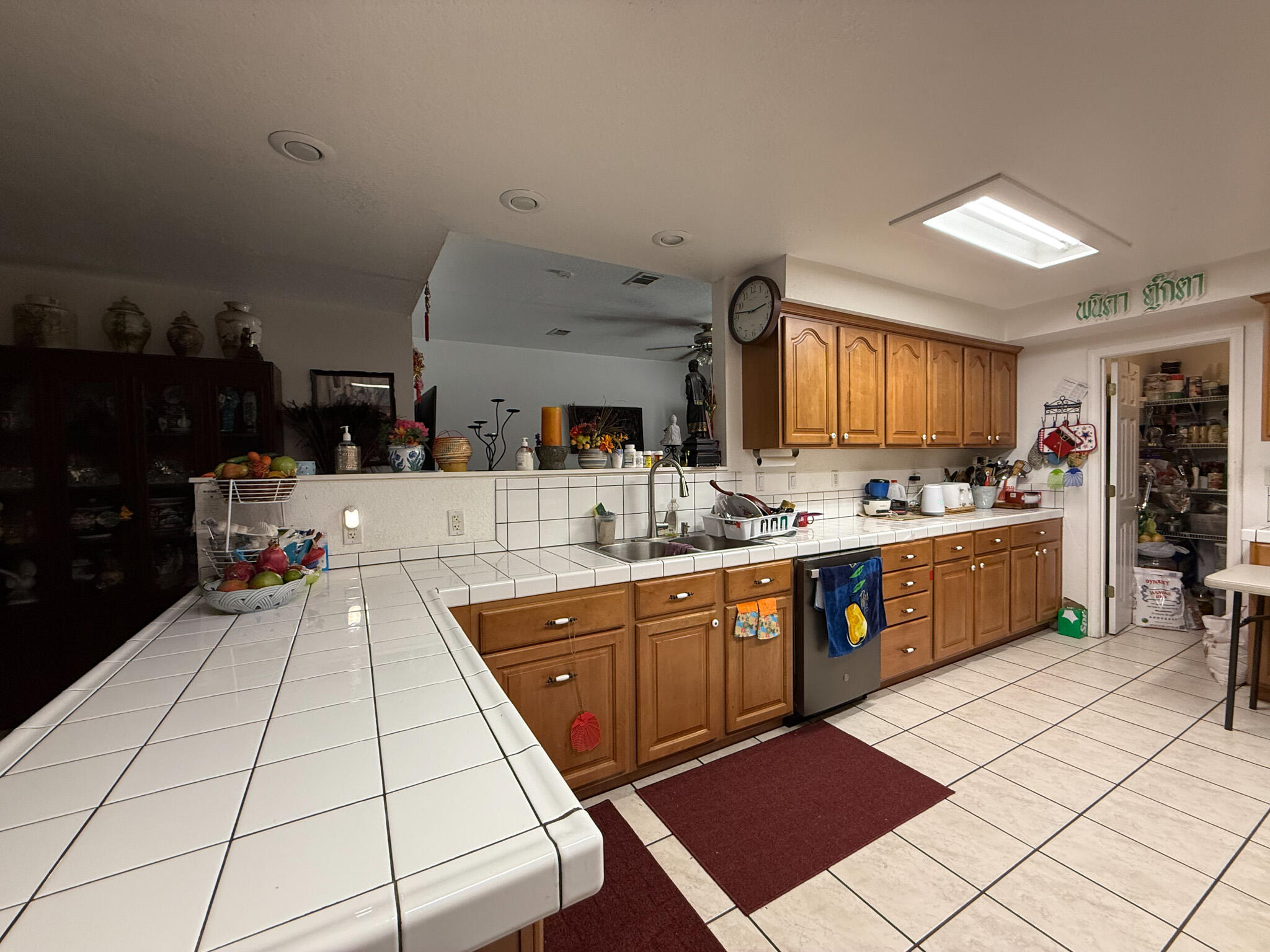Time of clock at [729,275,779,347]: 2:46
